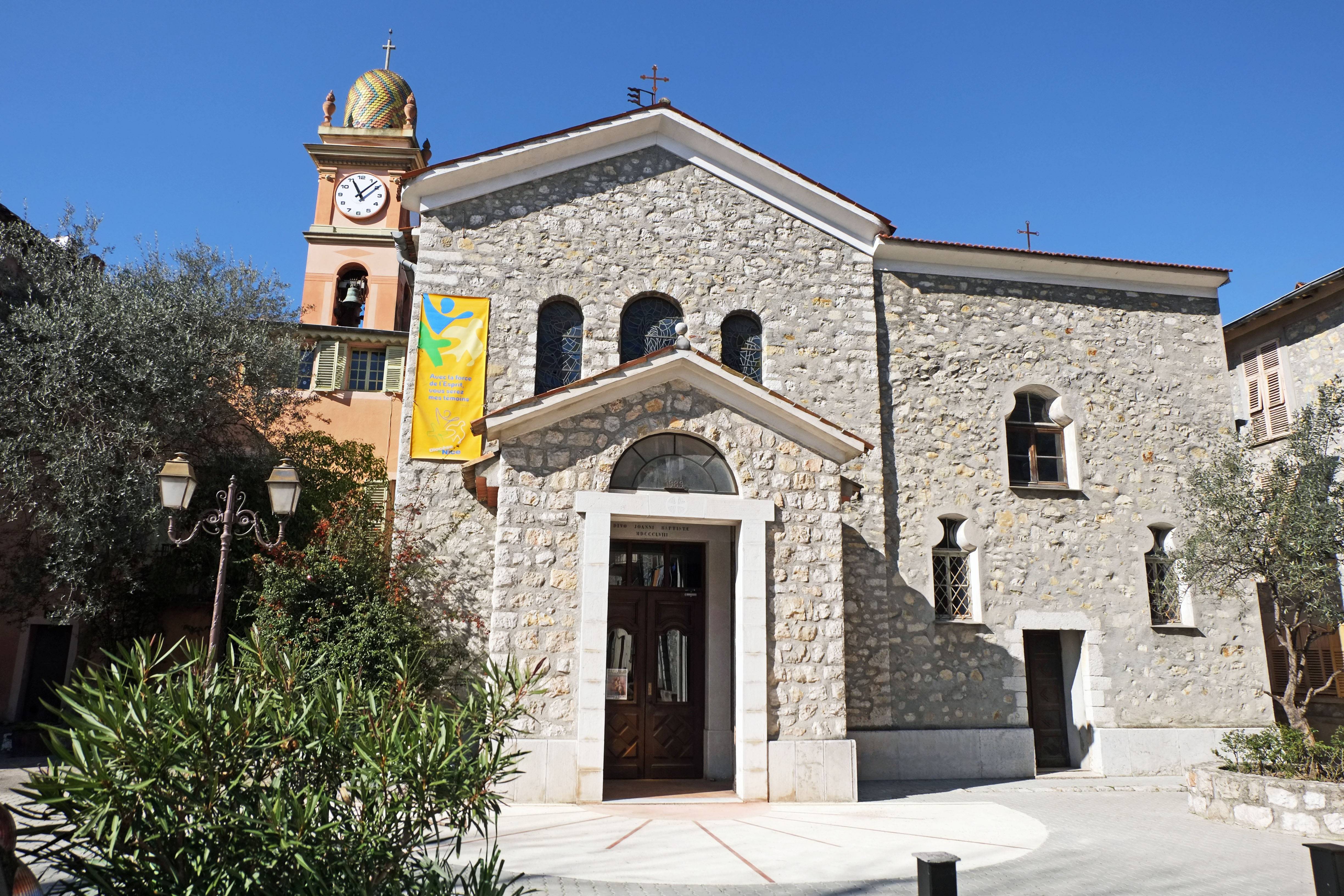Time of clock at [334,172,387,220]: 11:07
